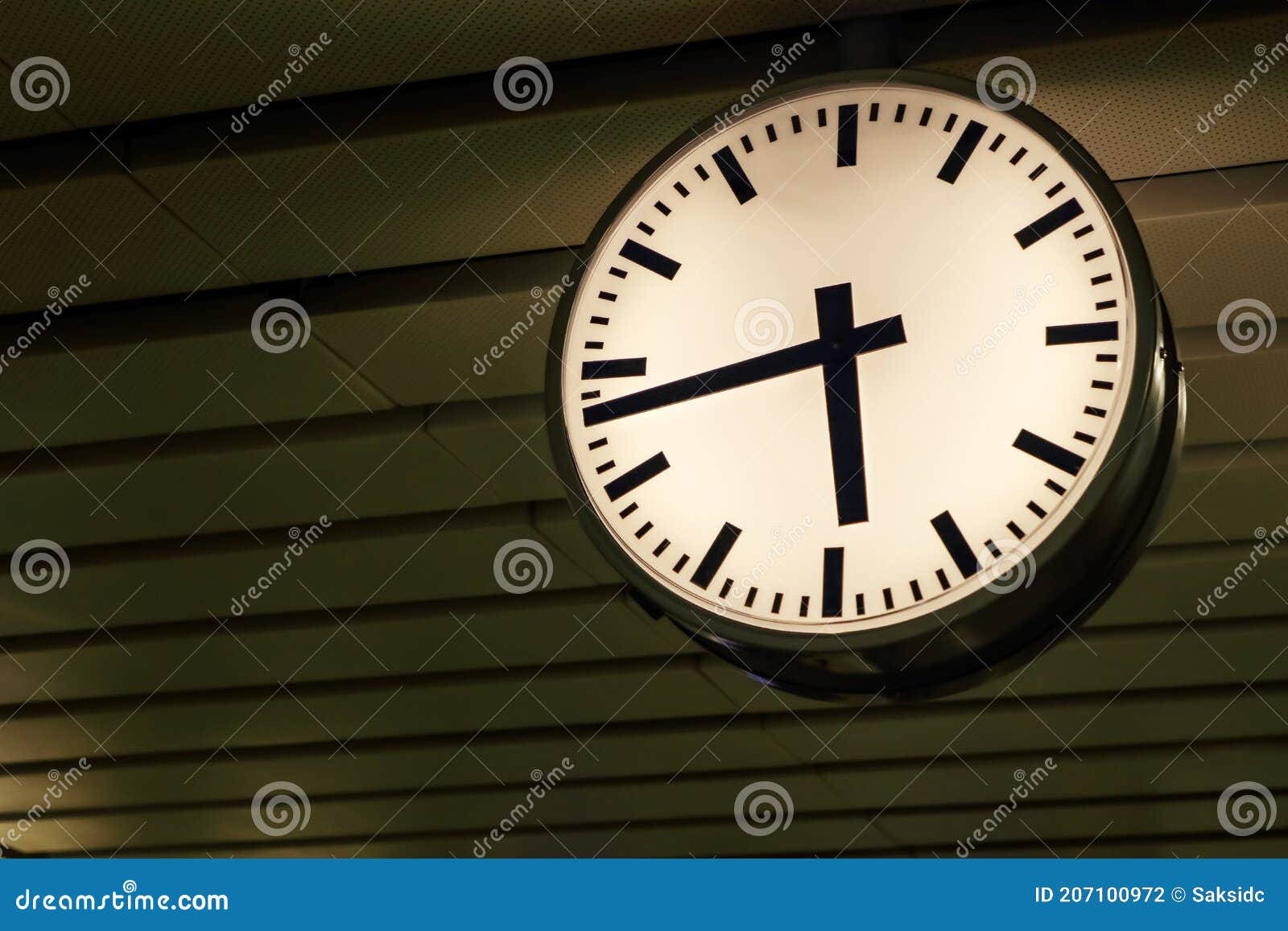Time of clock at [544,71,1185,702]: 5:43
